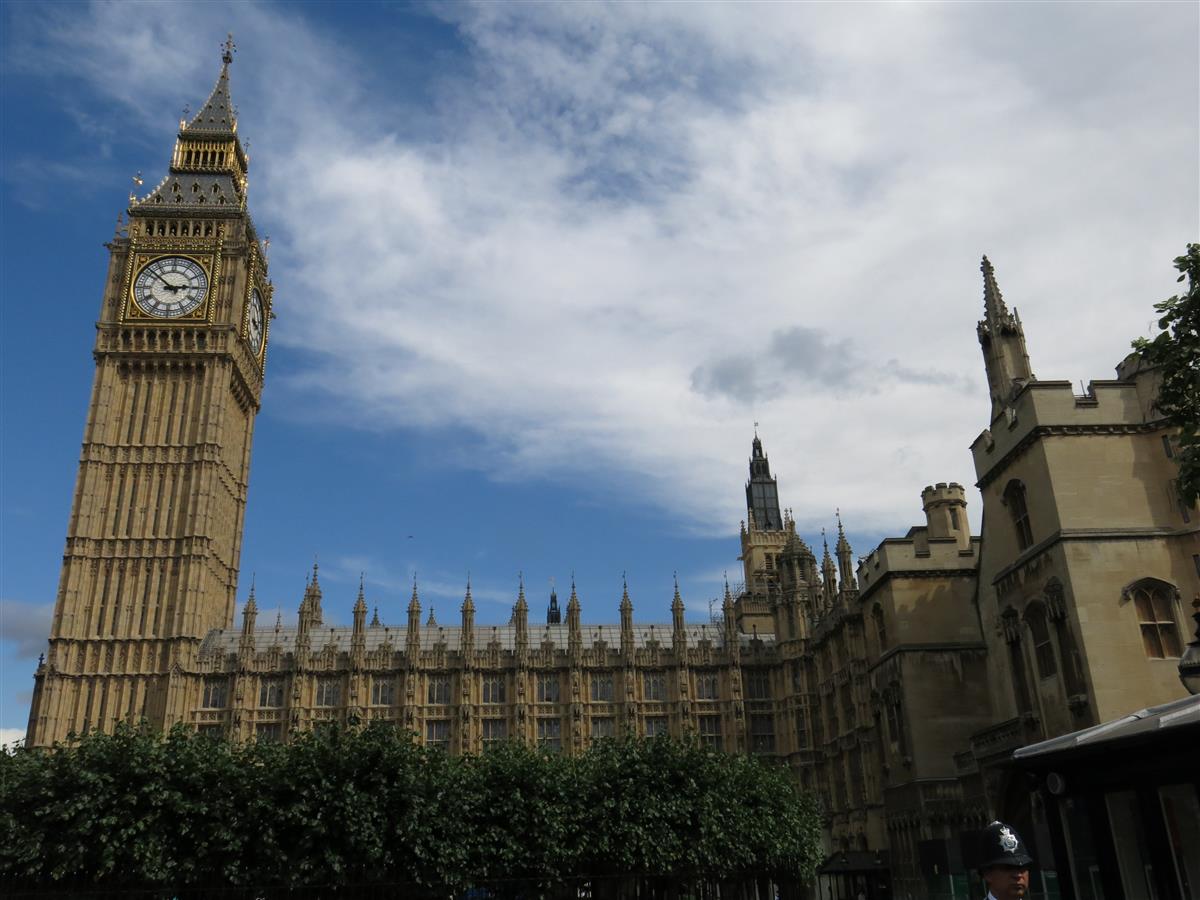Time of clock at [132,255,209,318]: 2:52
